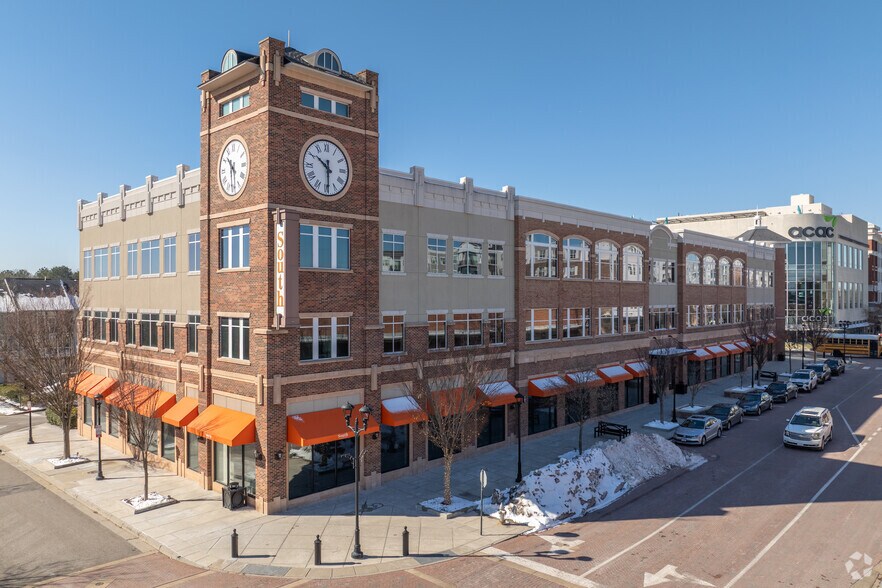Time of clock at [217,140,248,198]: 10:30
